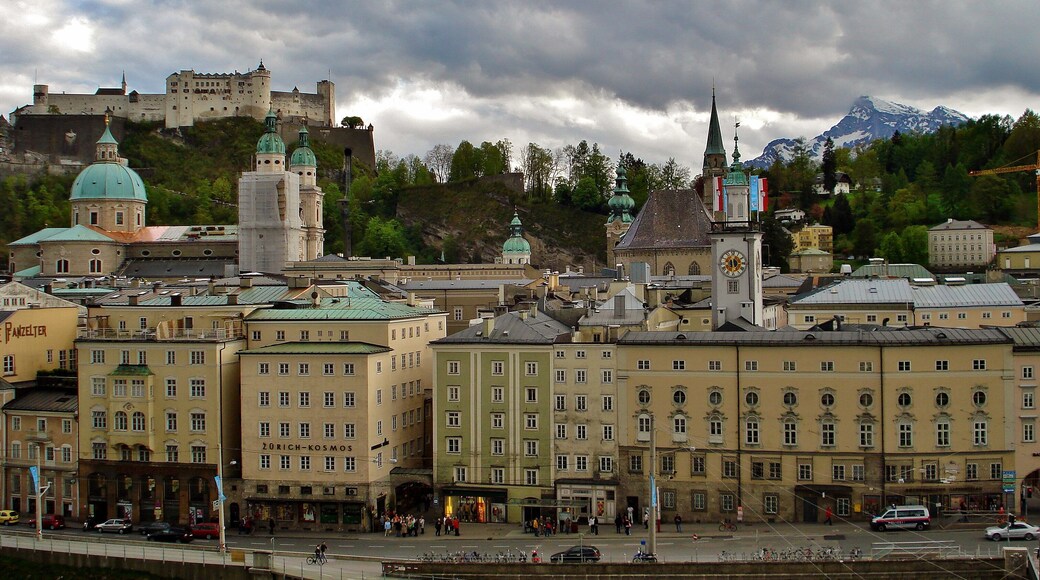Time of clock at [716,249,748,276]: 6:29
